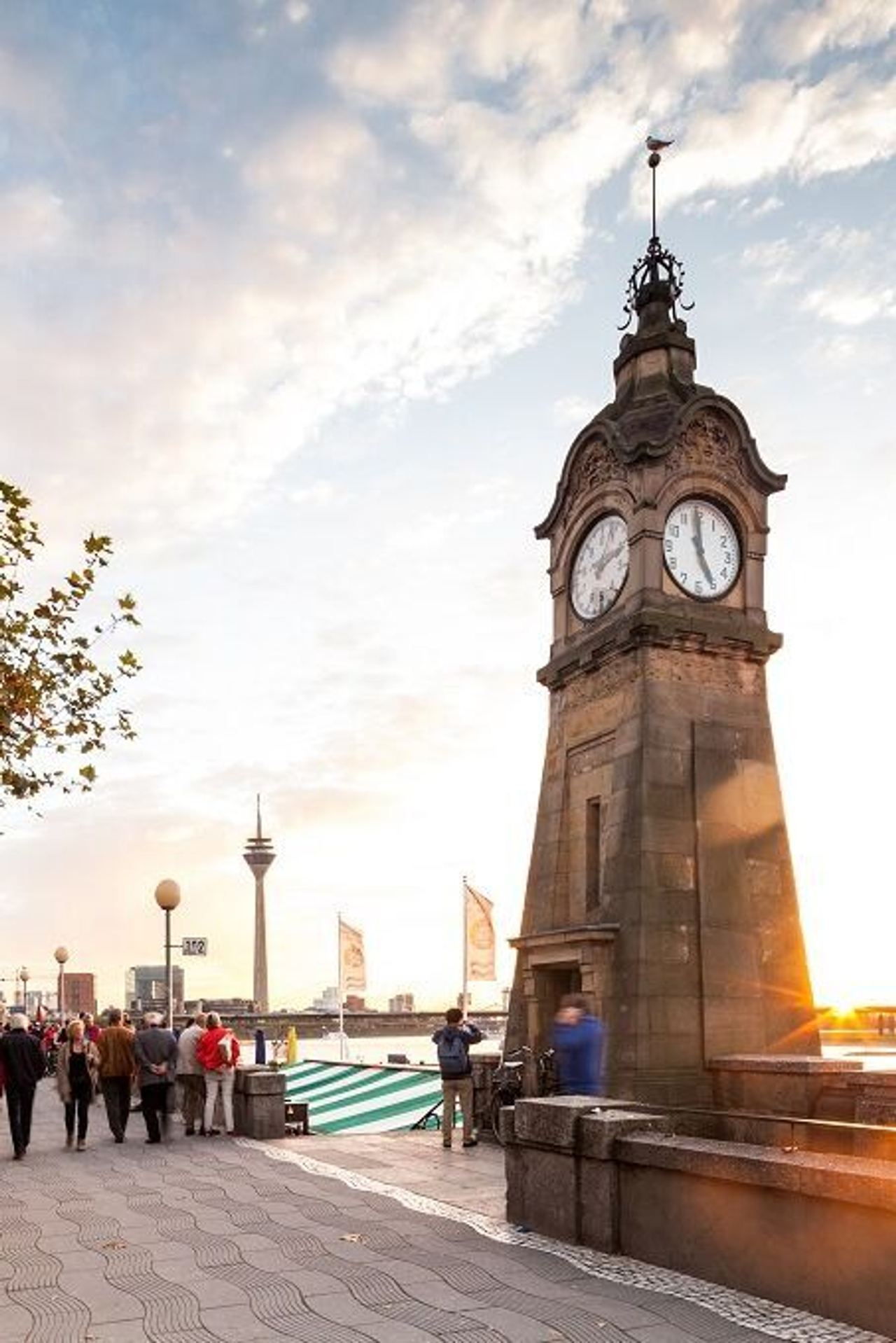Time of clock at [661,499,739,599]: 4:59
